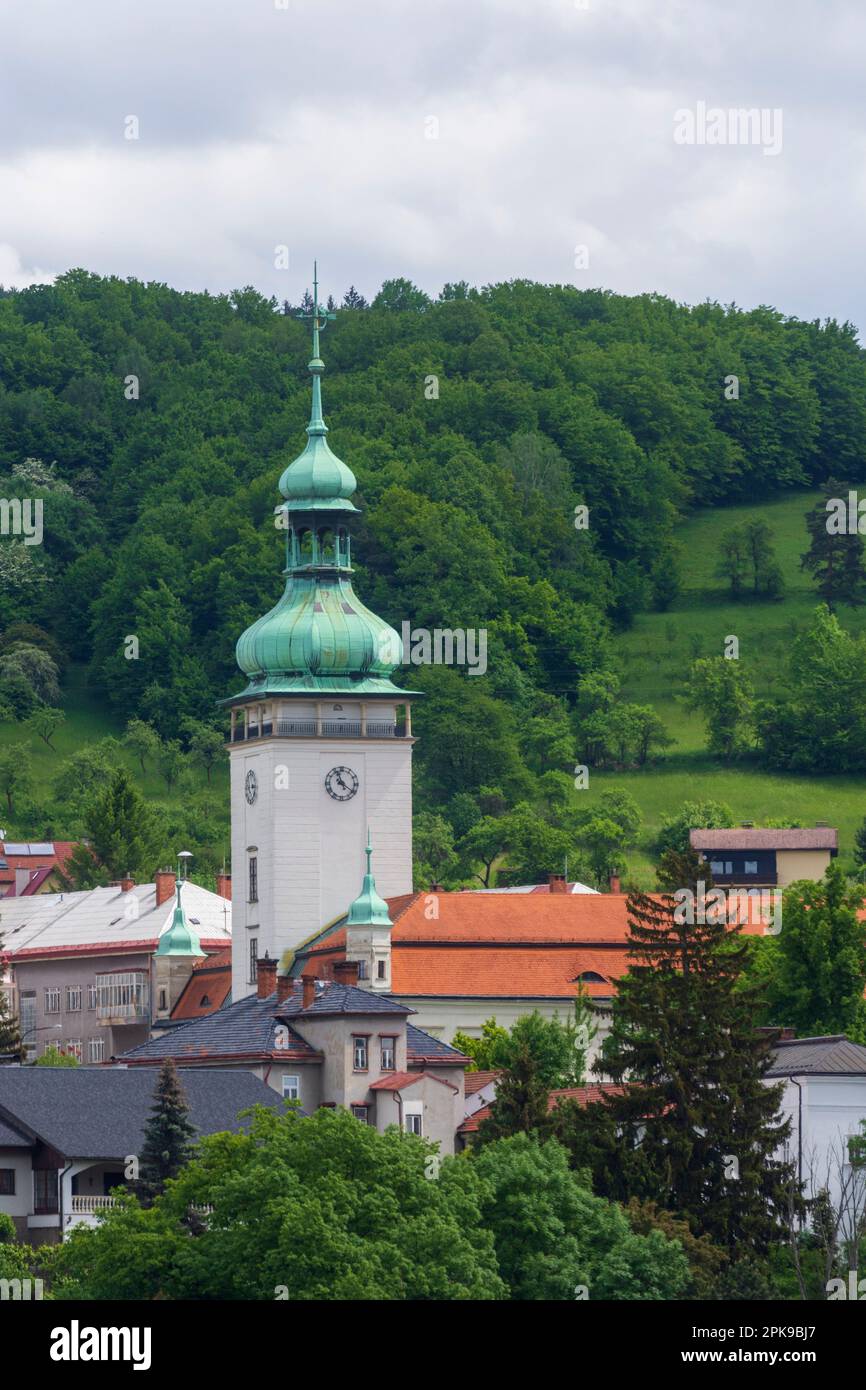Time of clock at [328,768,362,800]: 11:20
